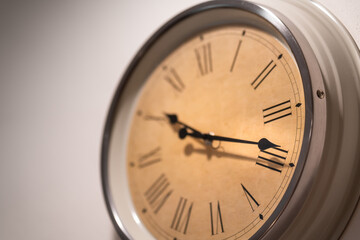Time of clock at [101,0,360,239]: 10:18
